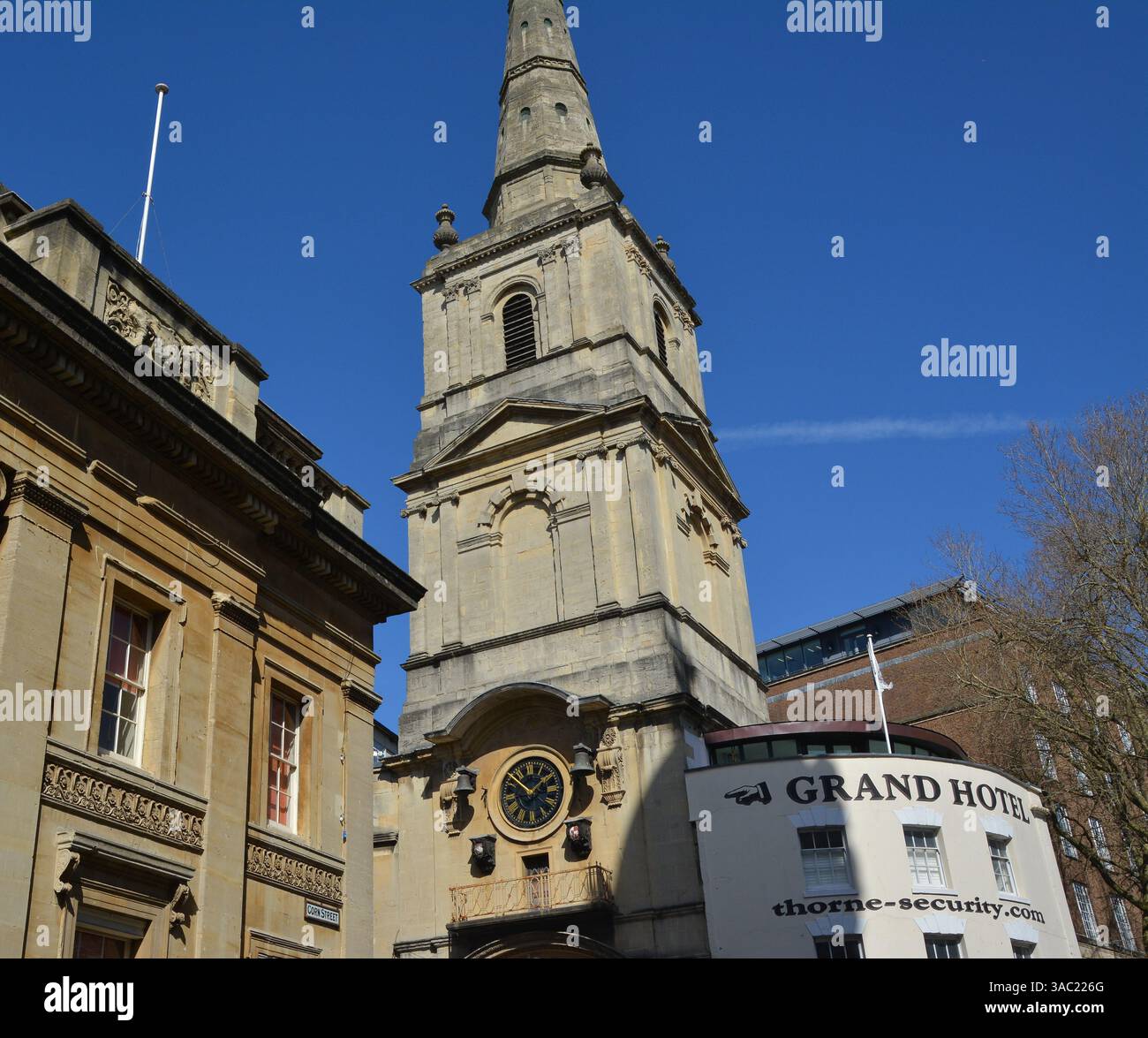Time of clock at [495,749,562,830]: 1:52
